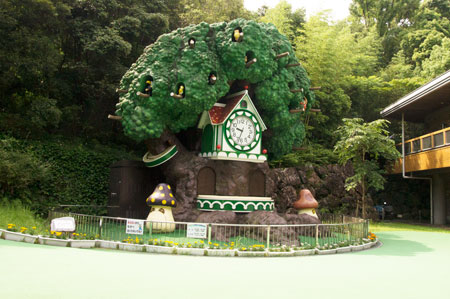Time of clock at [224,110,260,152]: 9:33
